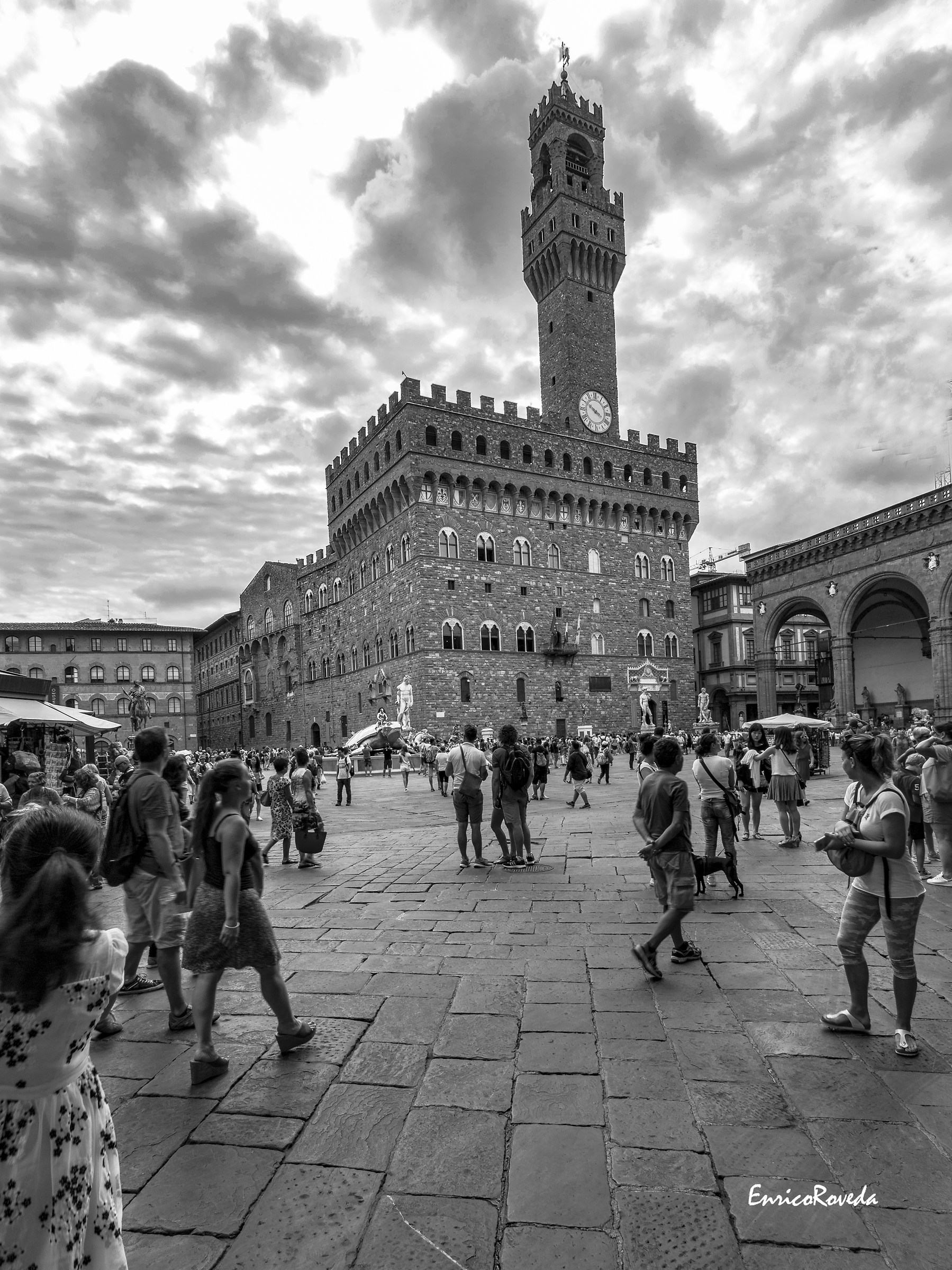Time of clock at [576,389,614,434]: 3:50
